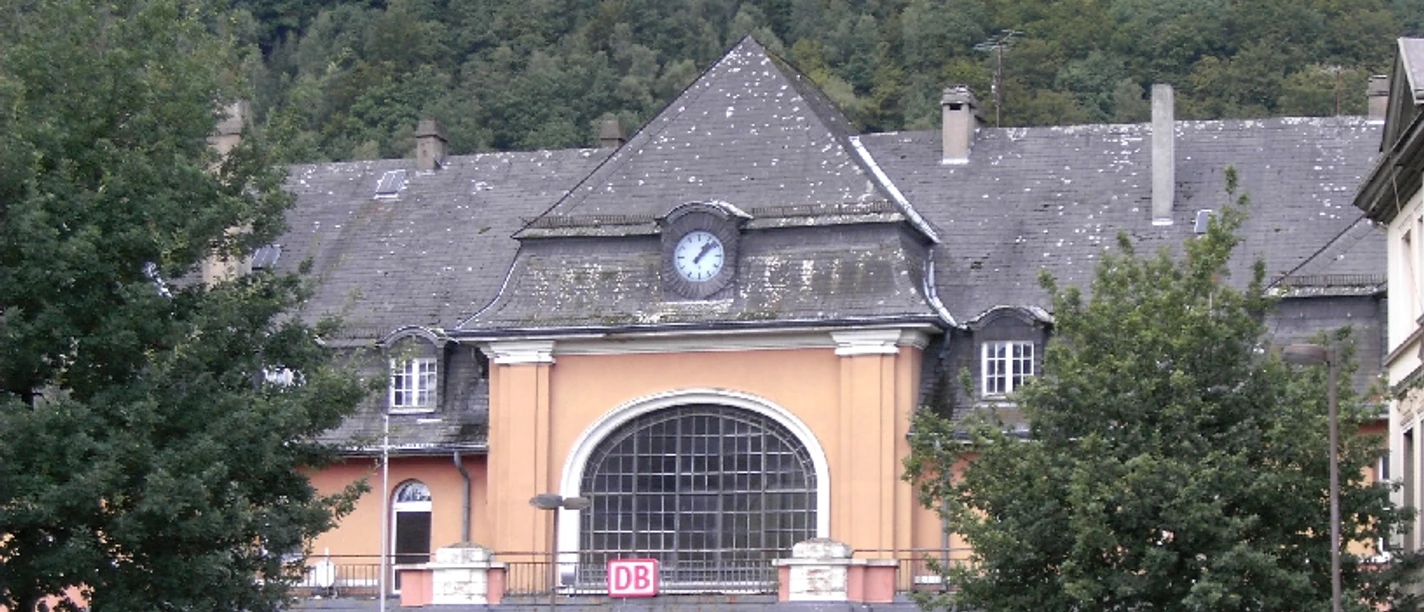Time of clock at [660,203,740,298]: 1:08
